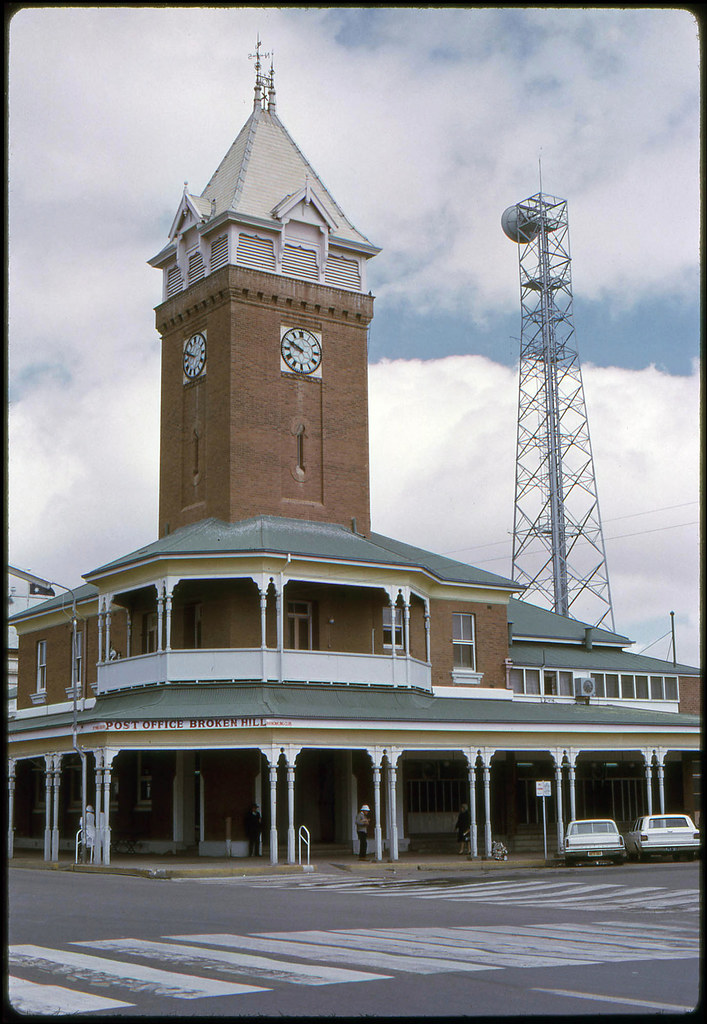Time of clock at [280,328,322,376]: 9:49
